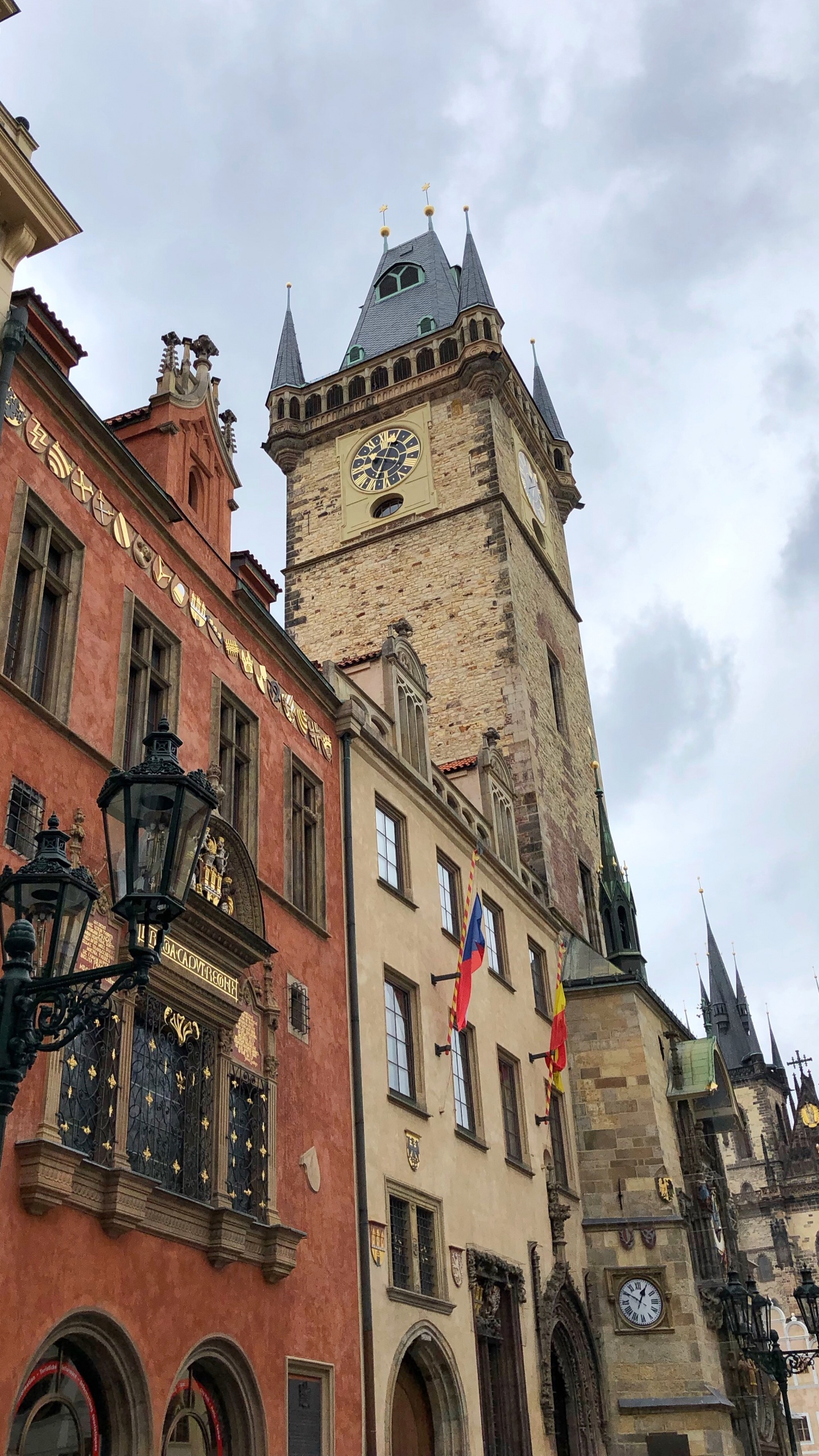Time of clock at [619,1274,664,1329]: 12:50
